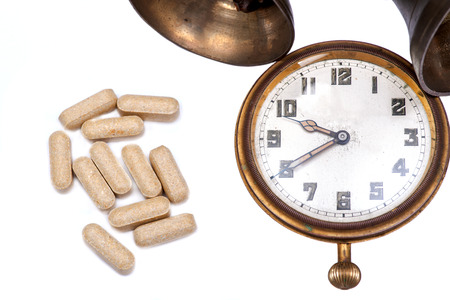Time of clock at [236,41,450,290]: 9:40
